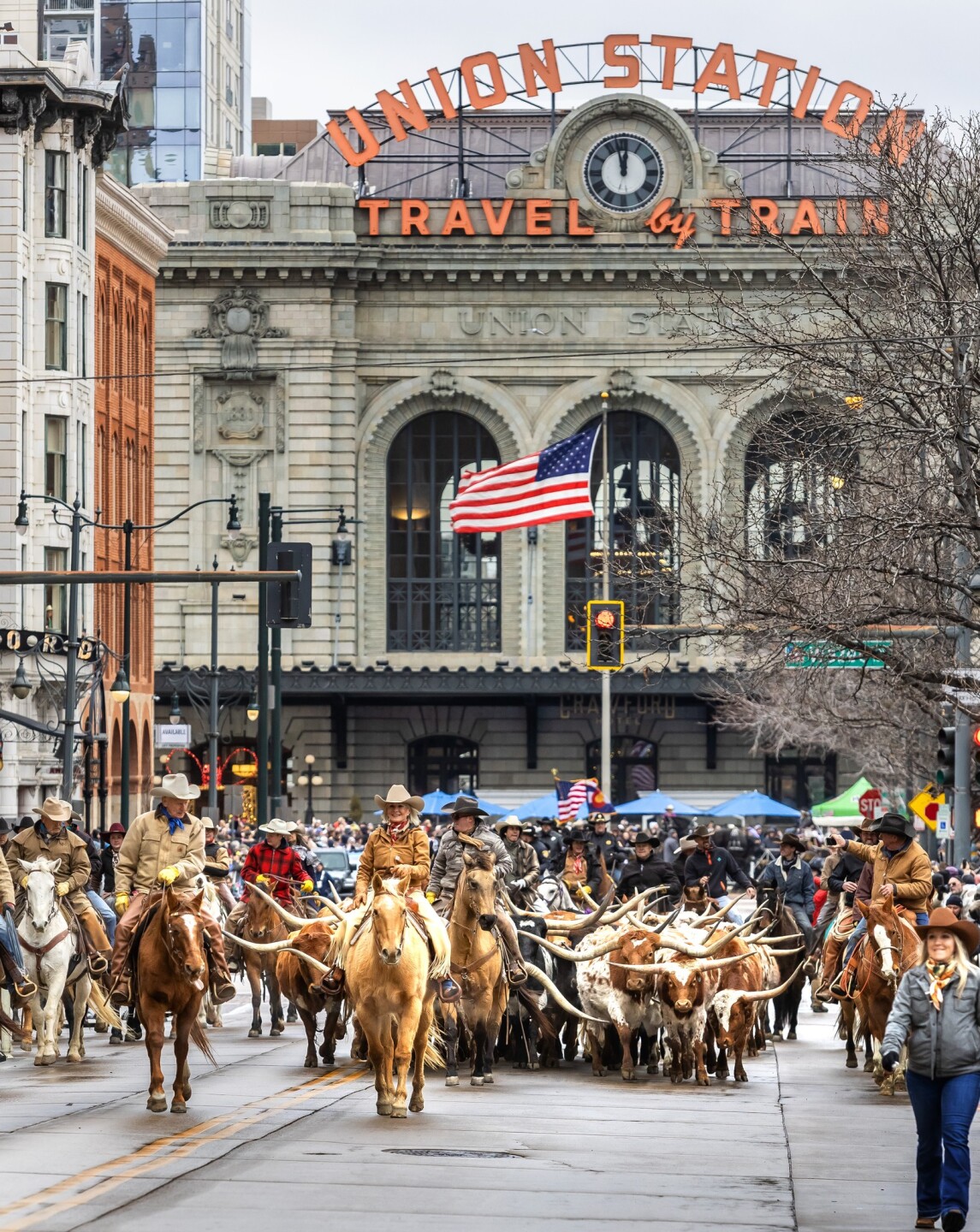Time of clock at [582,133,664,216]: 11:57
